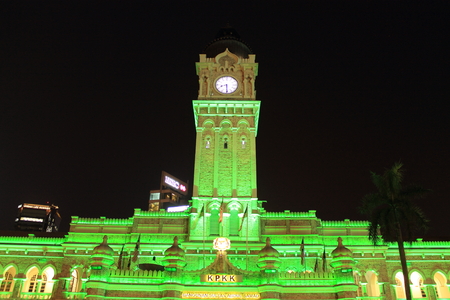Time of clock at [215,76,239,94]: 8:29
